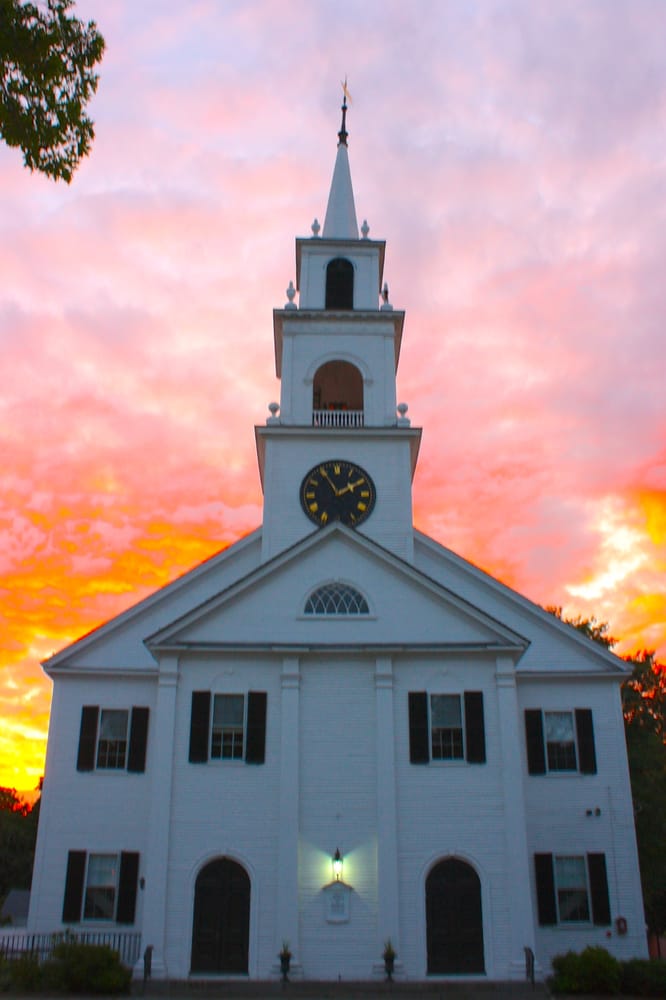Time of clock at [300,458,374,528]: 1:55
